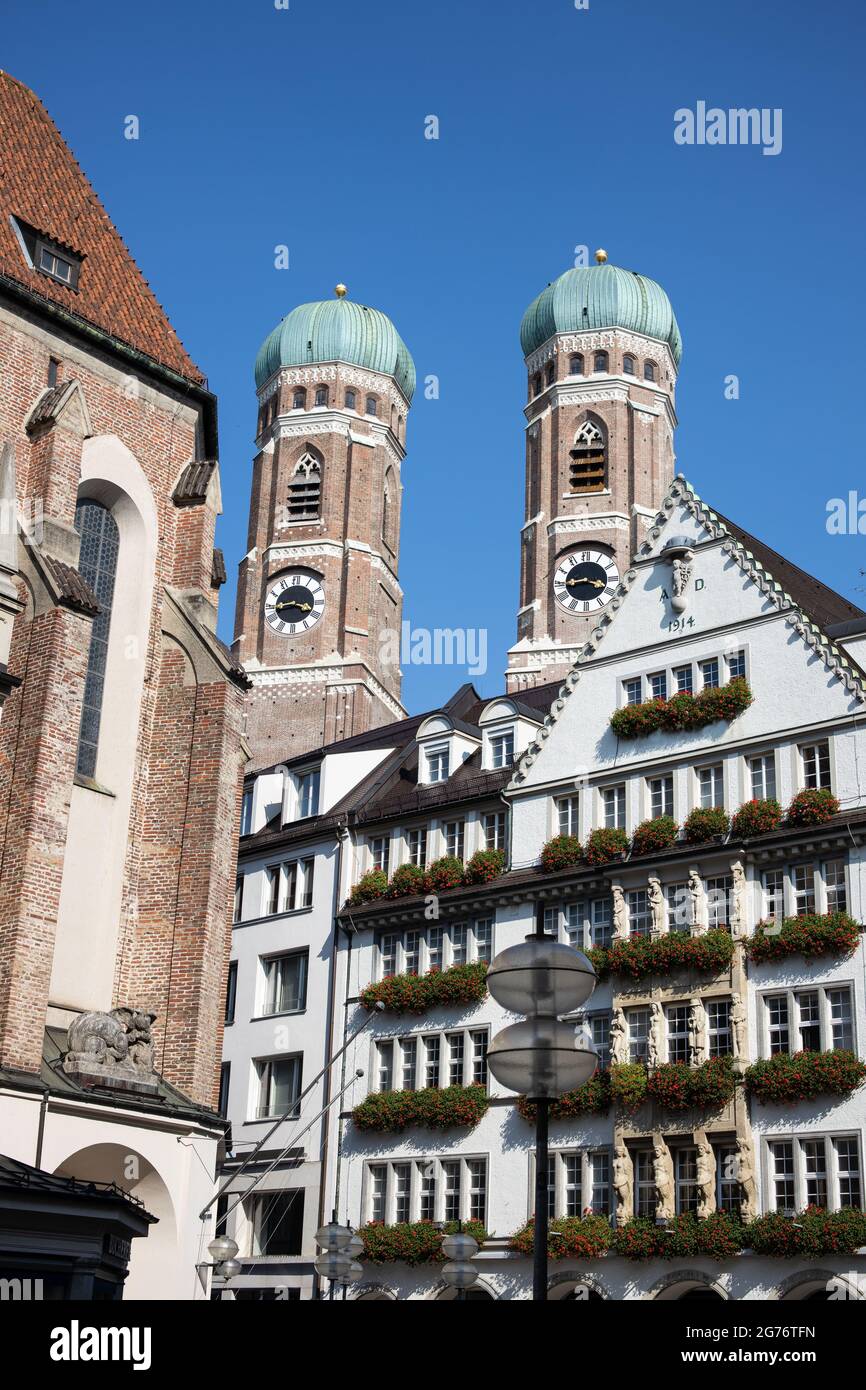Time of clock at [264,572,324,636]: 3:43
